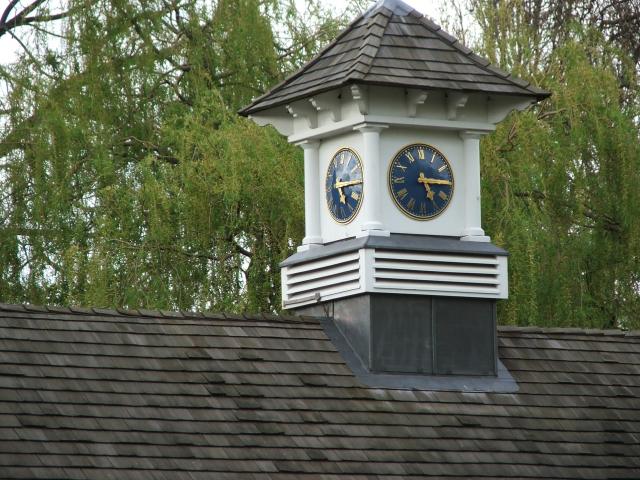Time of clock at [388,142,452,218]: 5:15
